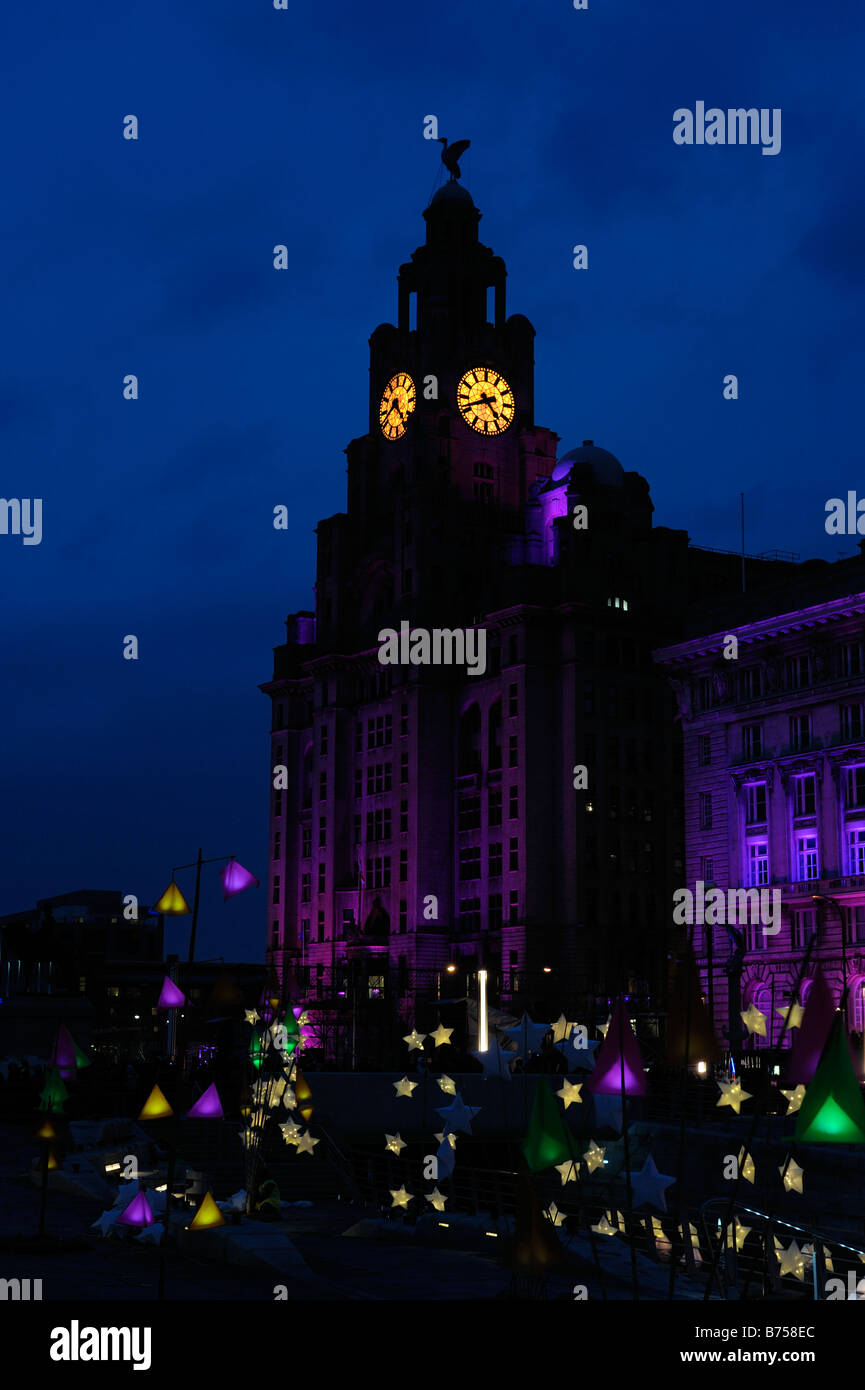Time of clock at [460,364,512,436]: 4:41
